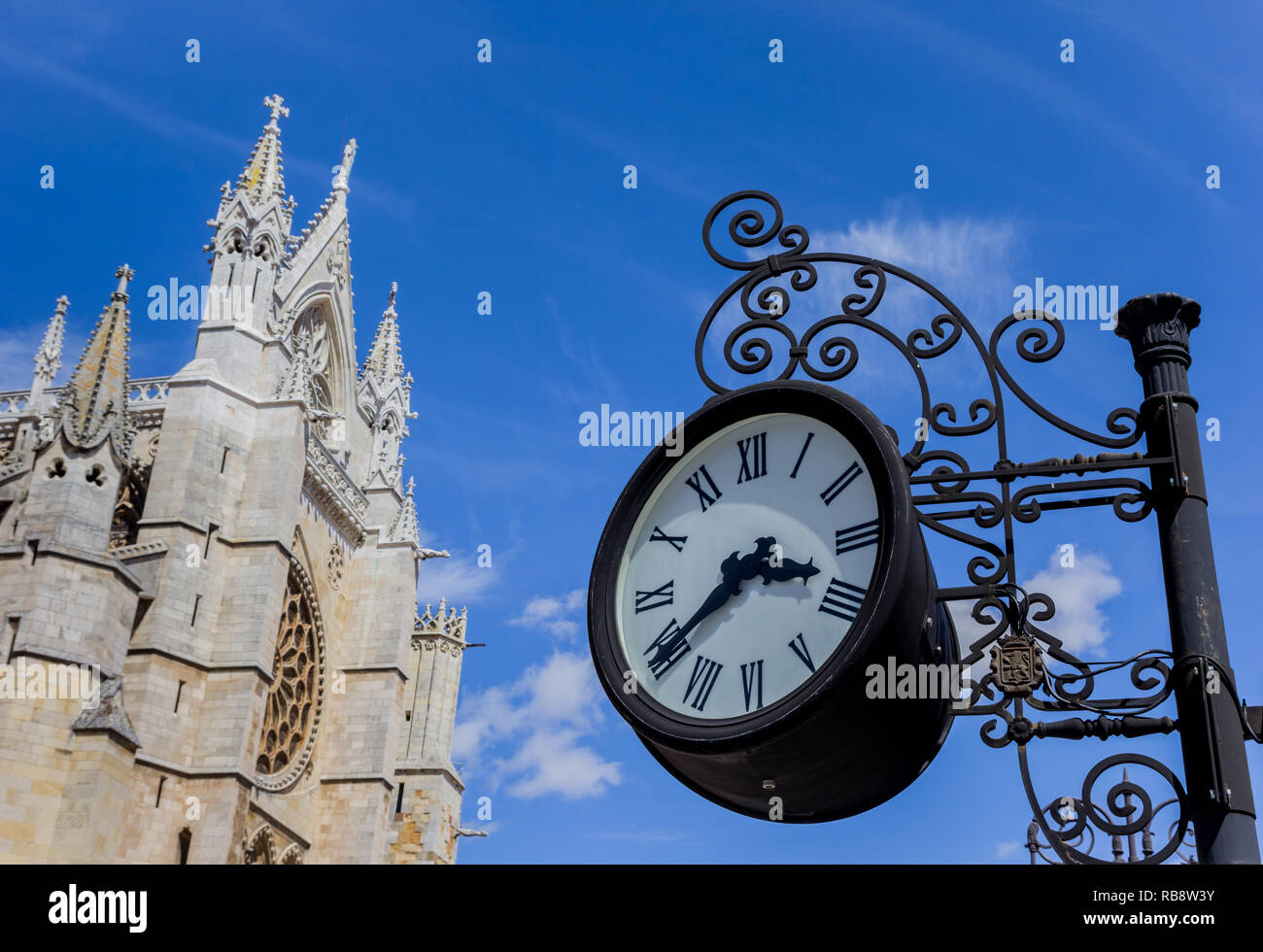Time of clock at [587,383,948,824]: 3:39
